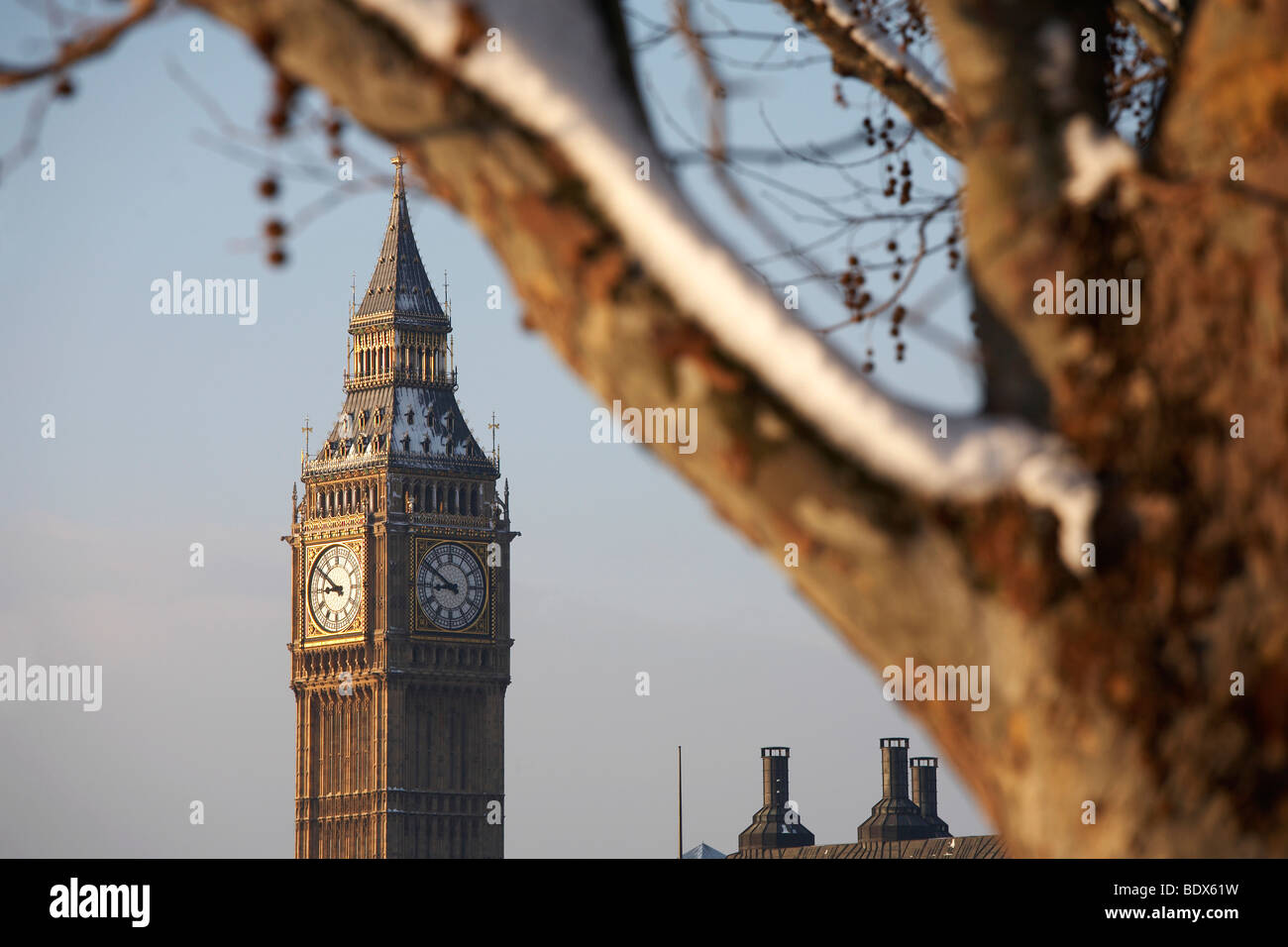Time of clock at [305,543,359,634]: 8:50
